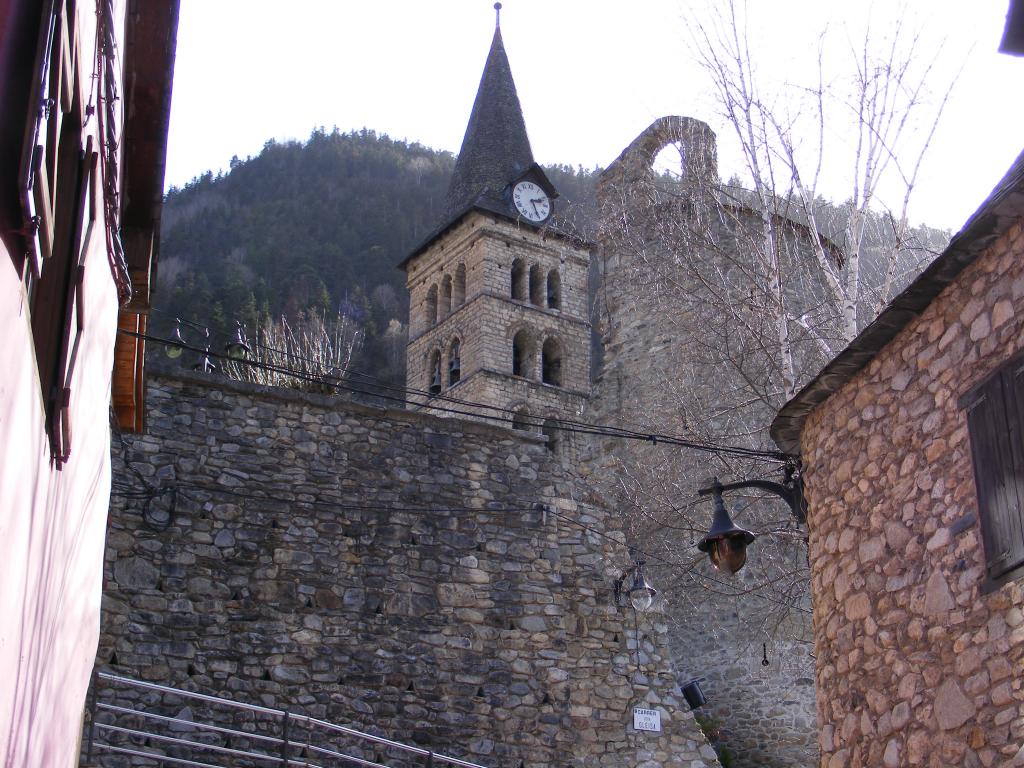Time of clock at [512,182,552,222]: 2:25
